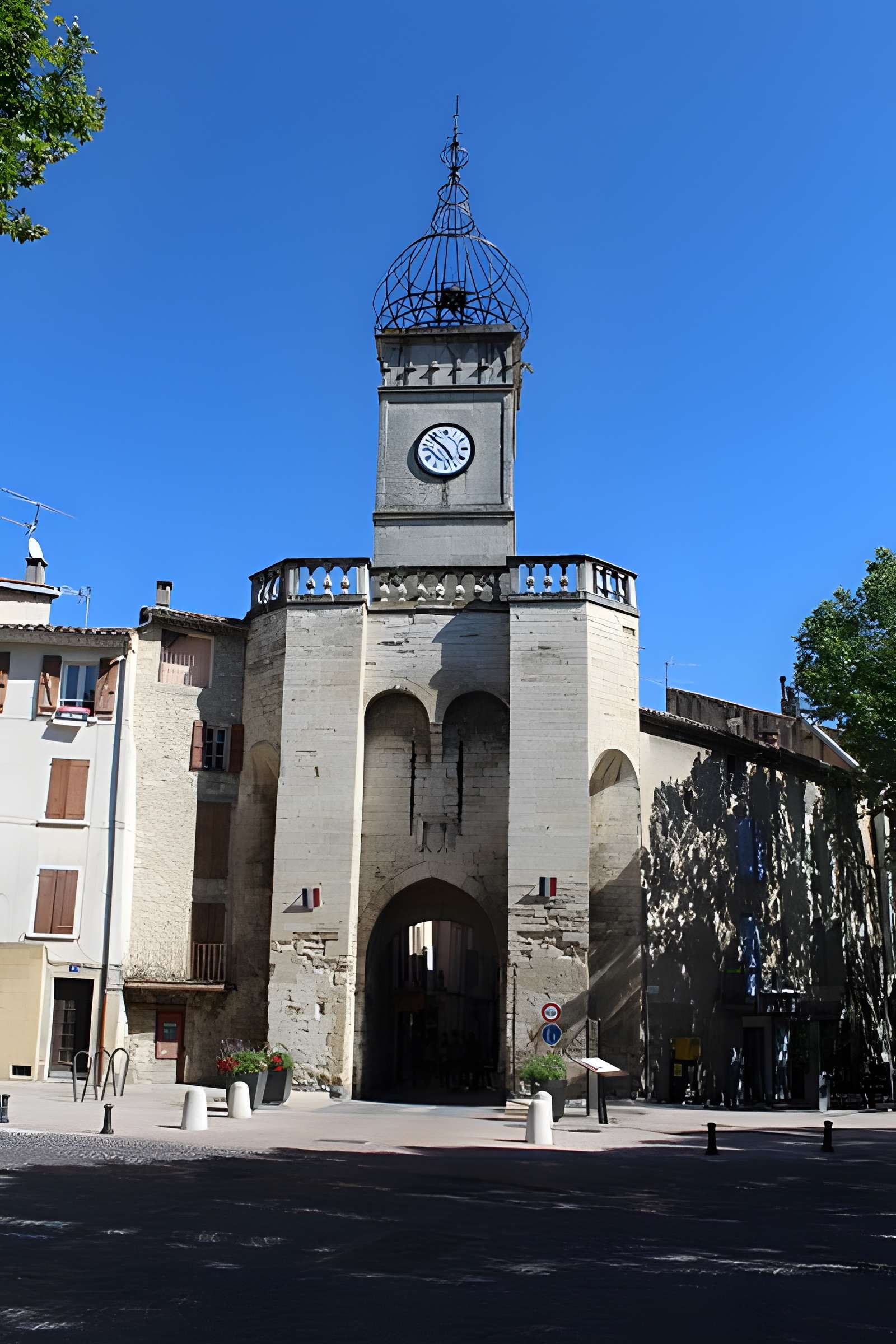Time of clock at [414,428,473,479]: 4:52
